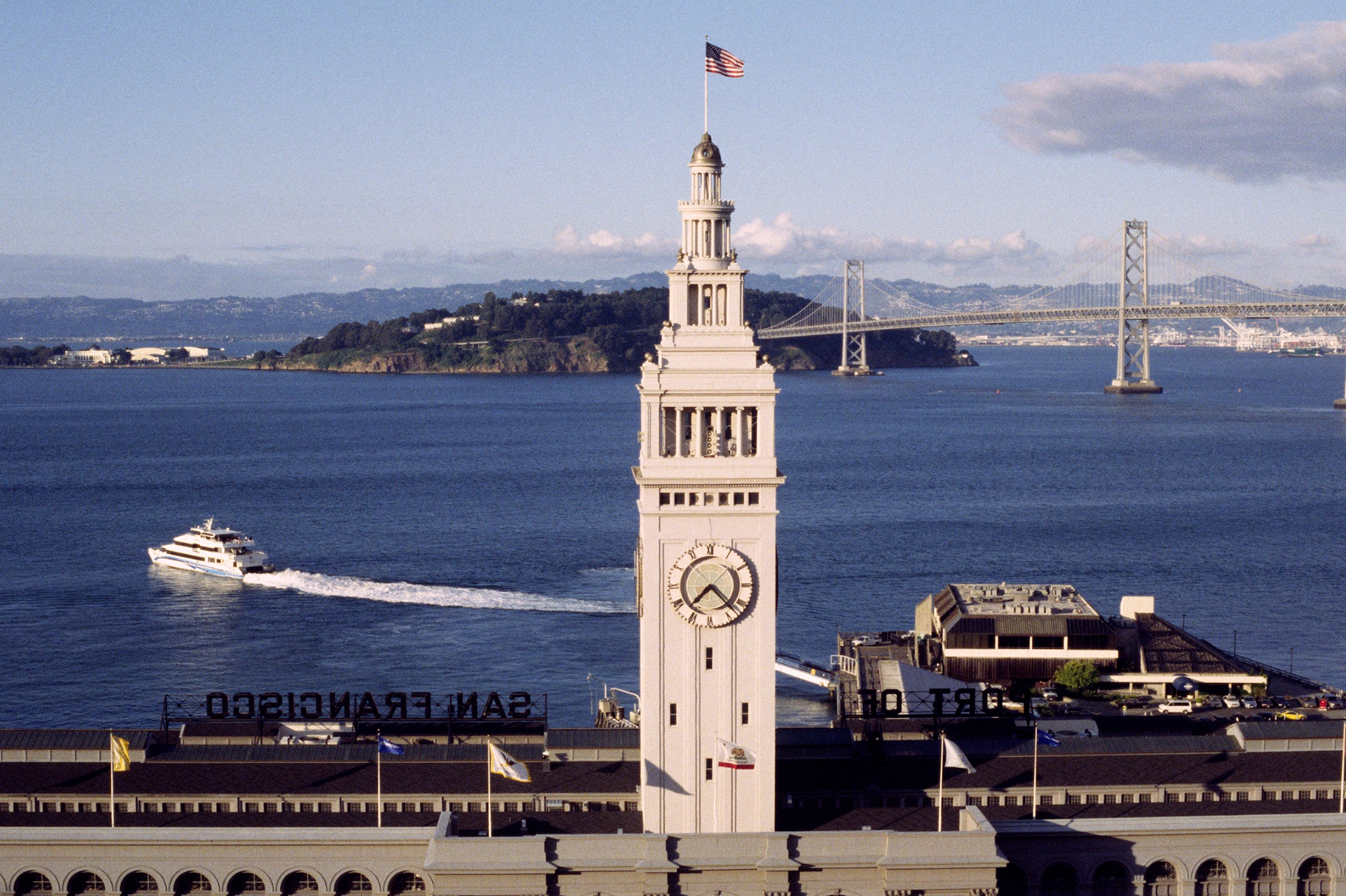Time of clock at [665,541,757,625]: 7:22
